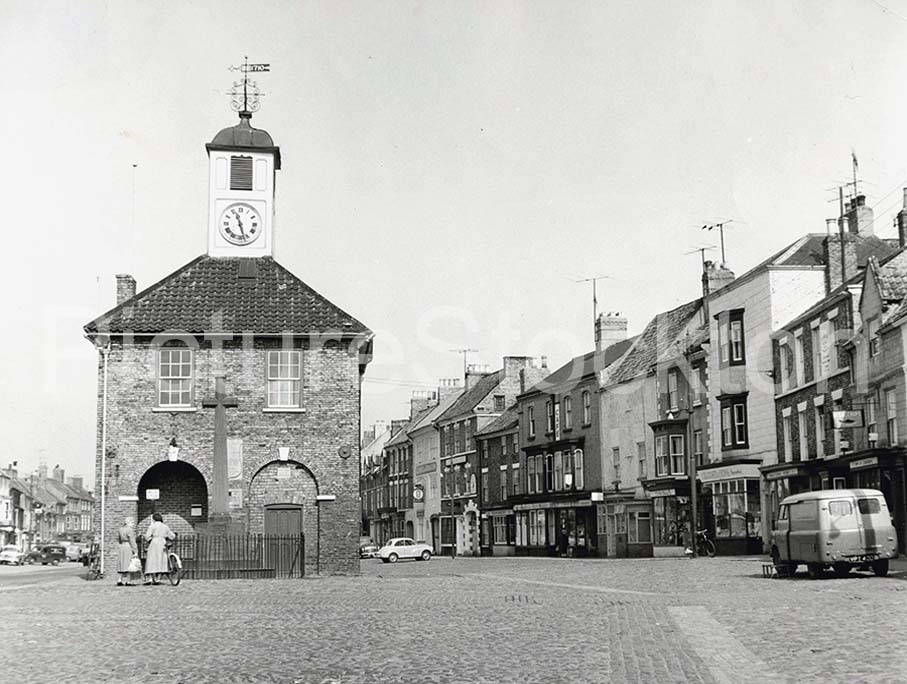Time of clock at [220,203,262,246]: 11:27
